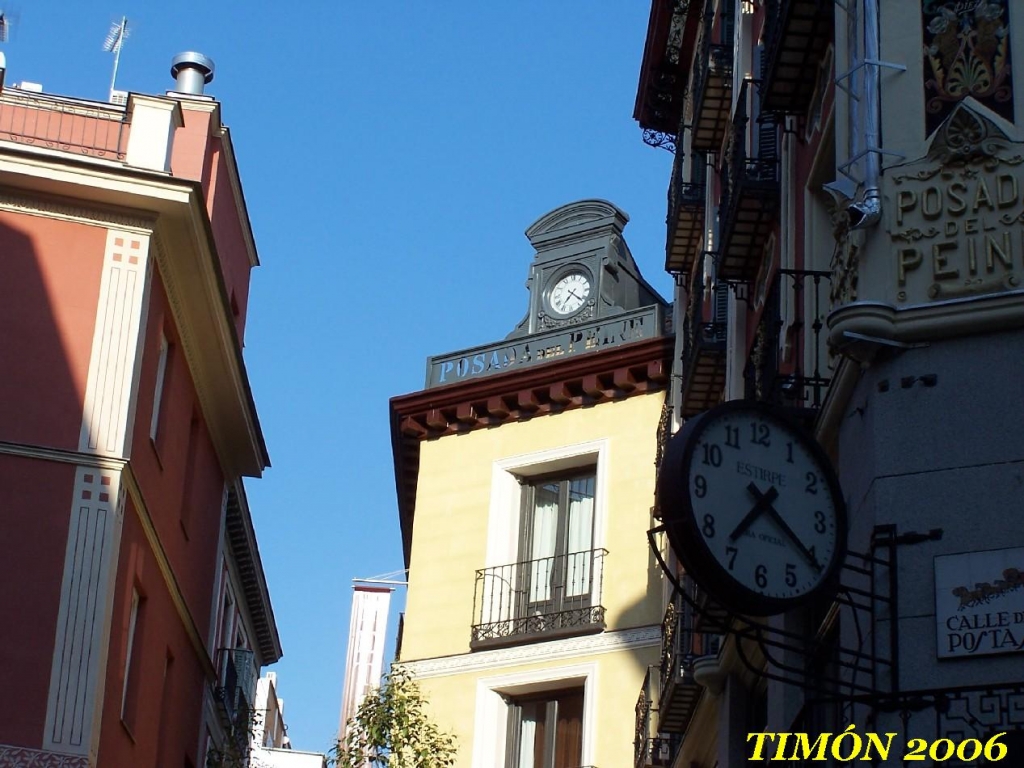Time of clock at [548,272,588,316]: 7:21
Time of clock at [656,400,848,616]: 7:20
